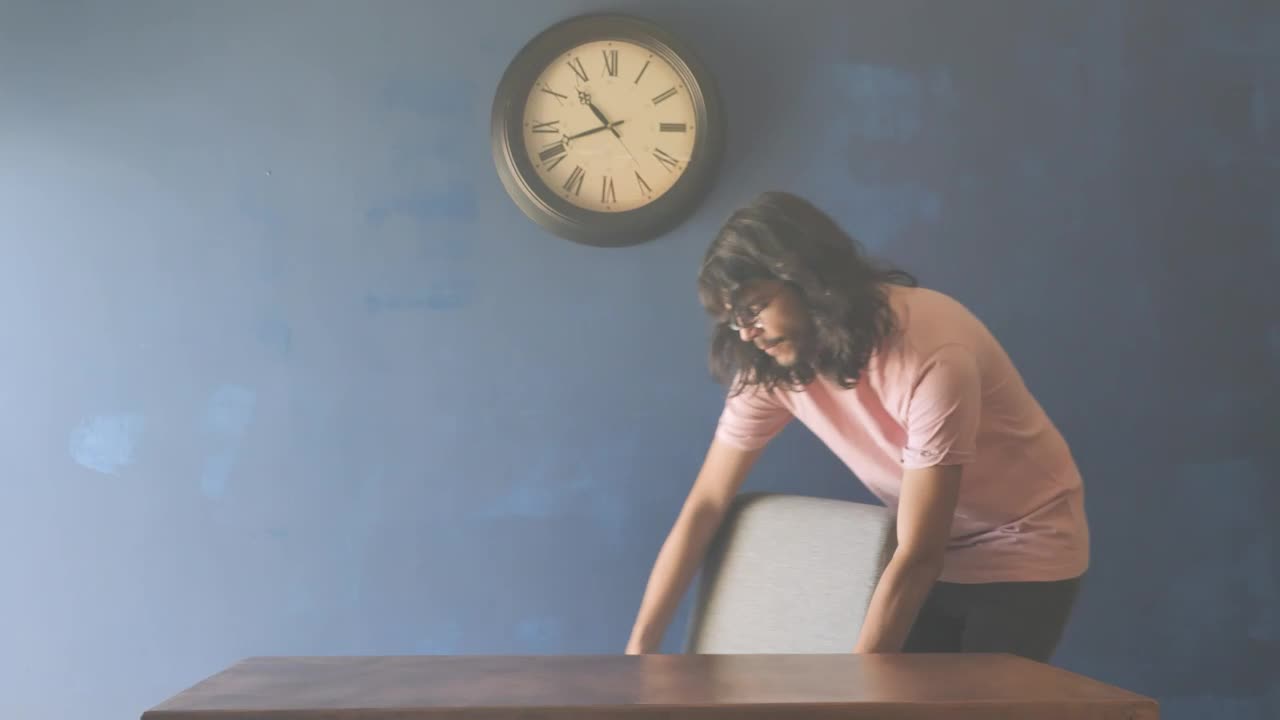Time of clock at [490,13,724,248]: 10:41
